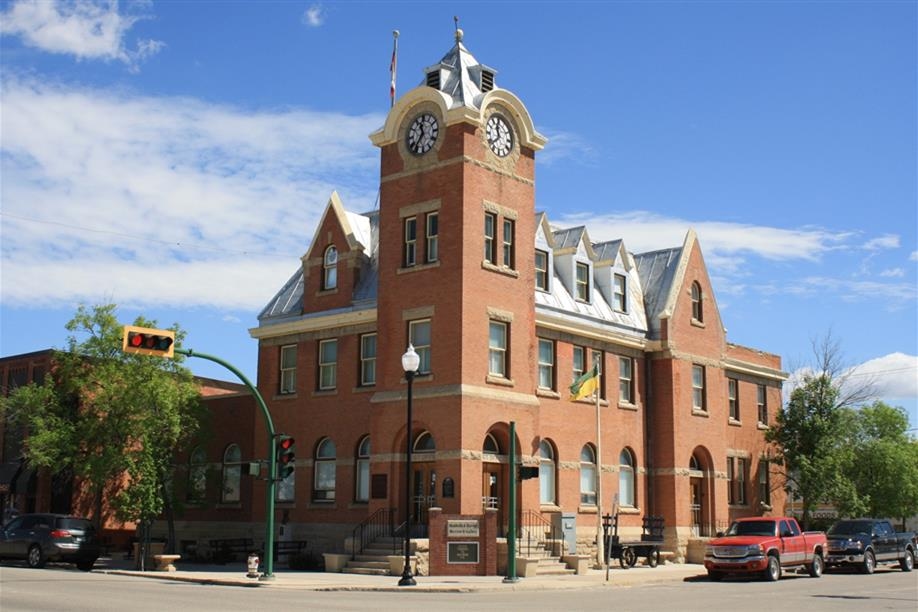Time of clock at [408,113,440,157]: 11:36
